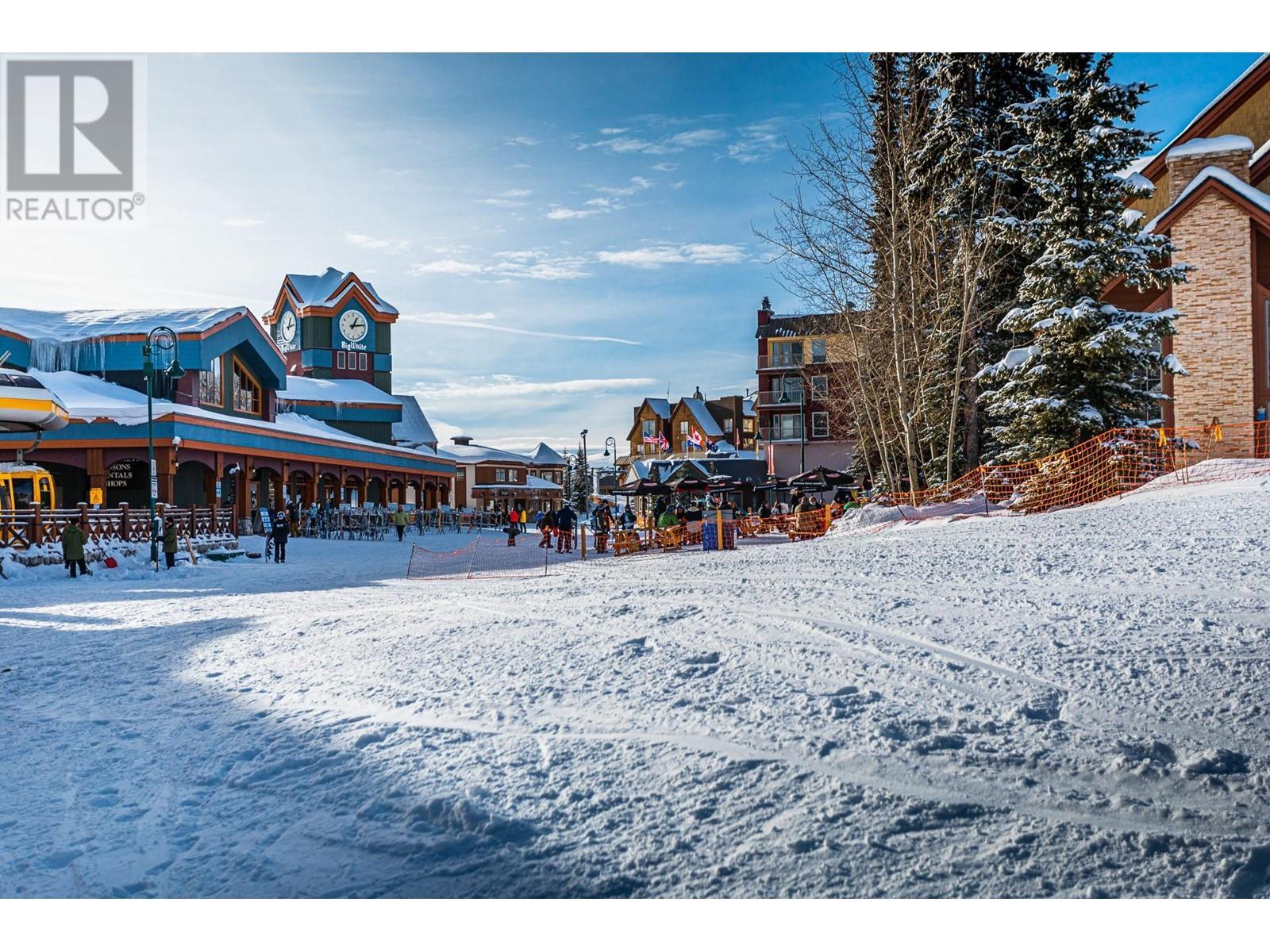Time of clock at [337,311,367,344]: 1:13
